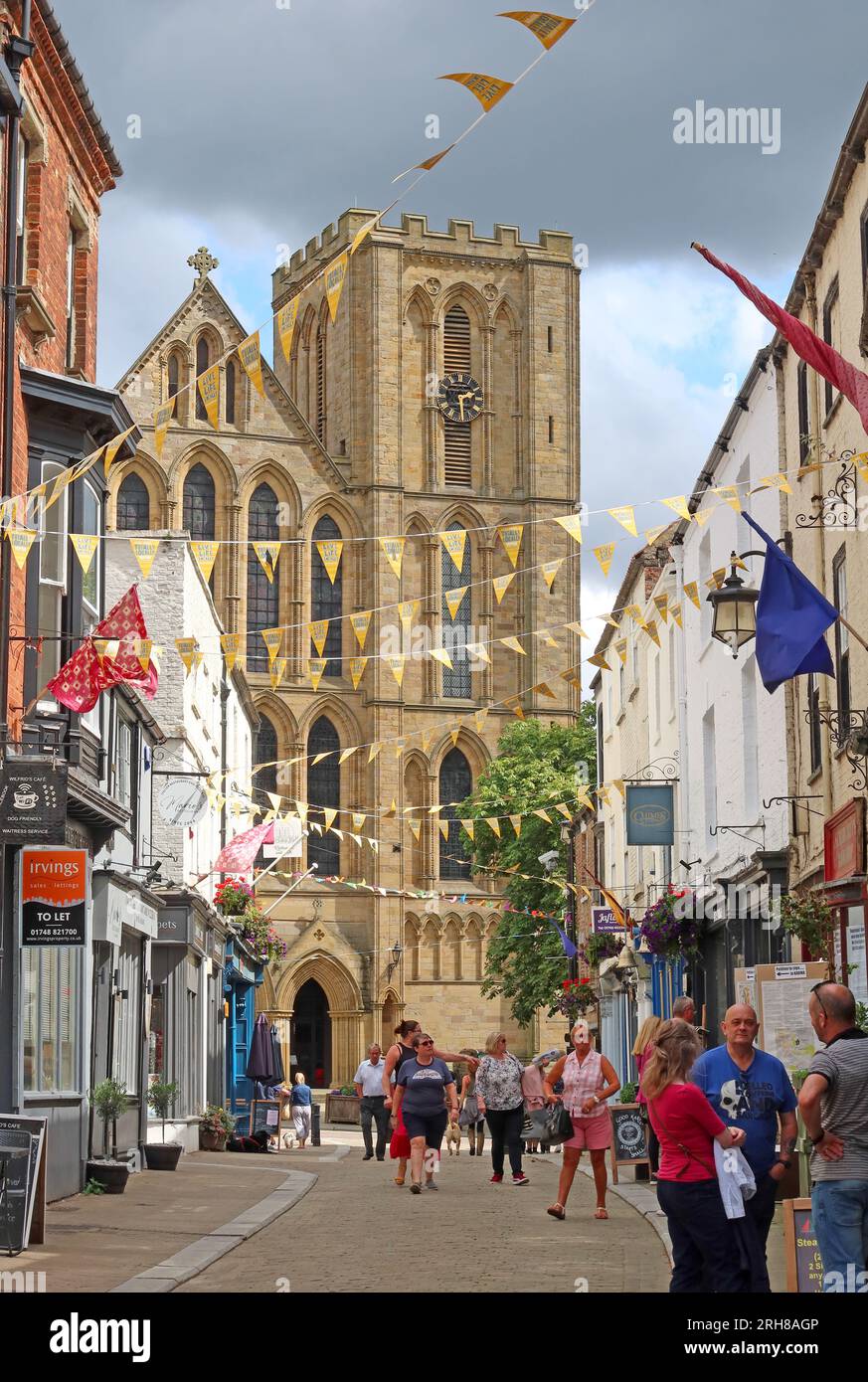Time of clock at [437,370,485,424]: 2:29
